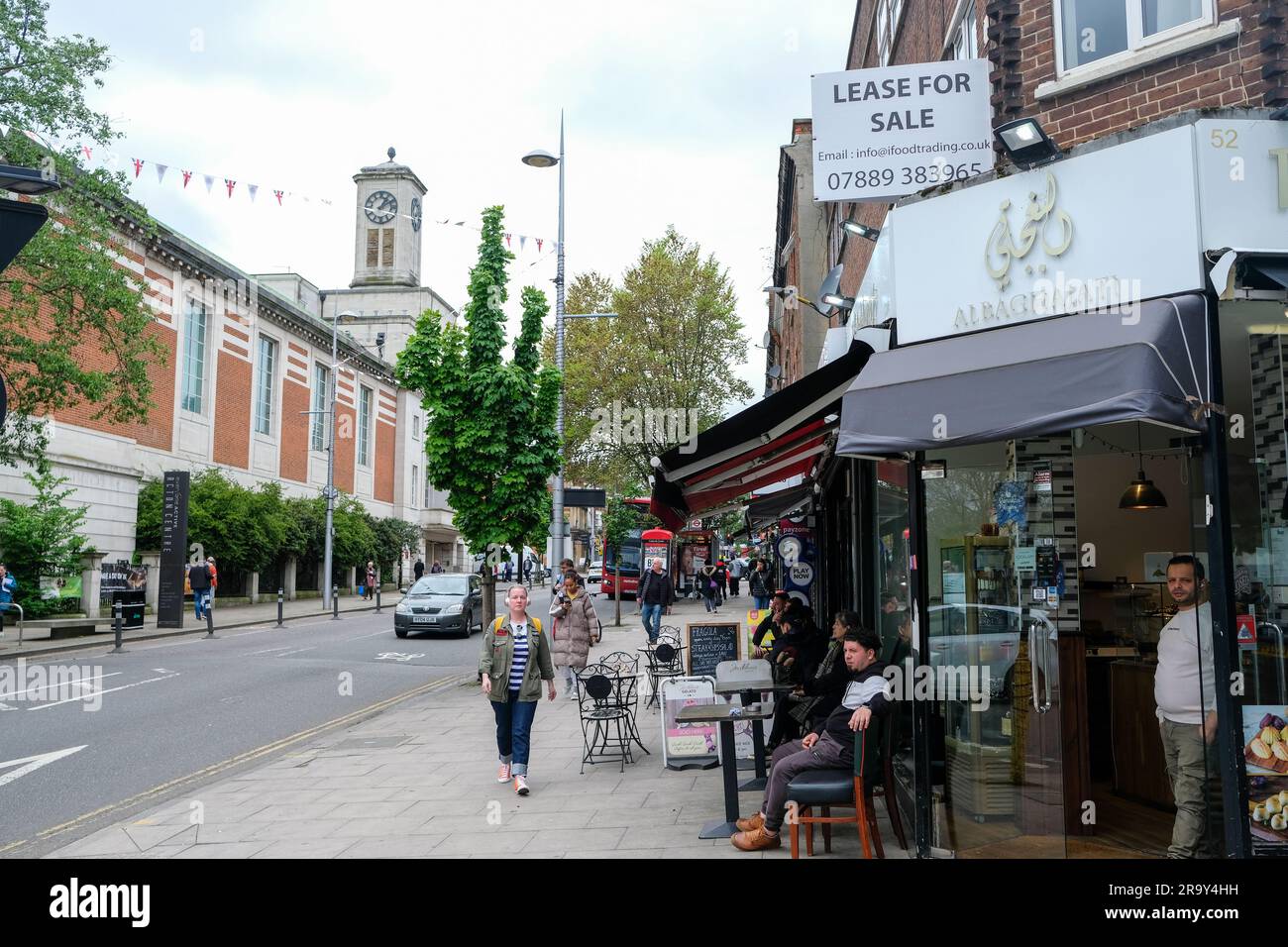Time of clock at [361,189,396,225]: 1:09
